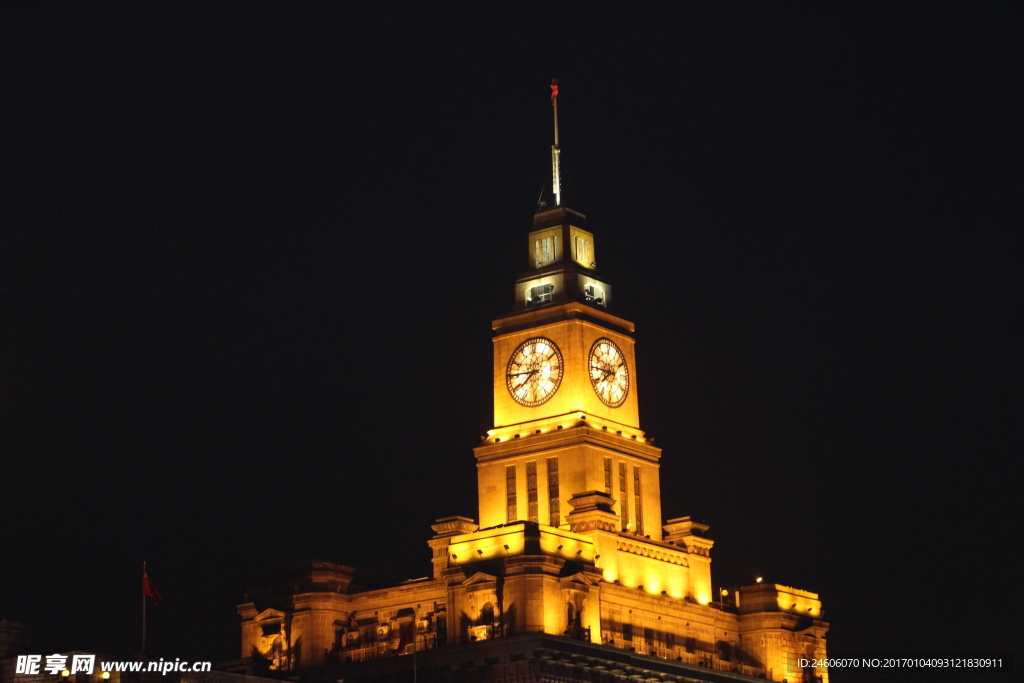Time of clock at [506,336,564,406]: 7:45
